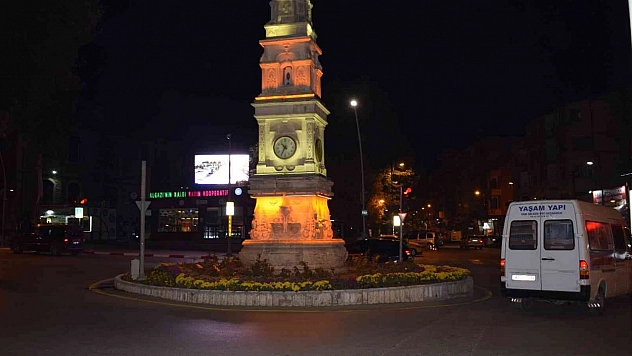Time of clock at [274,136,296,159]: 10:35
